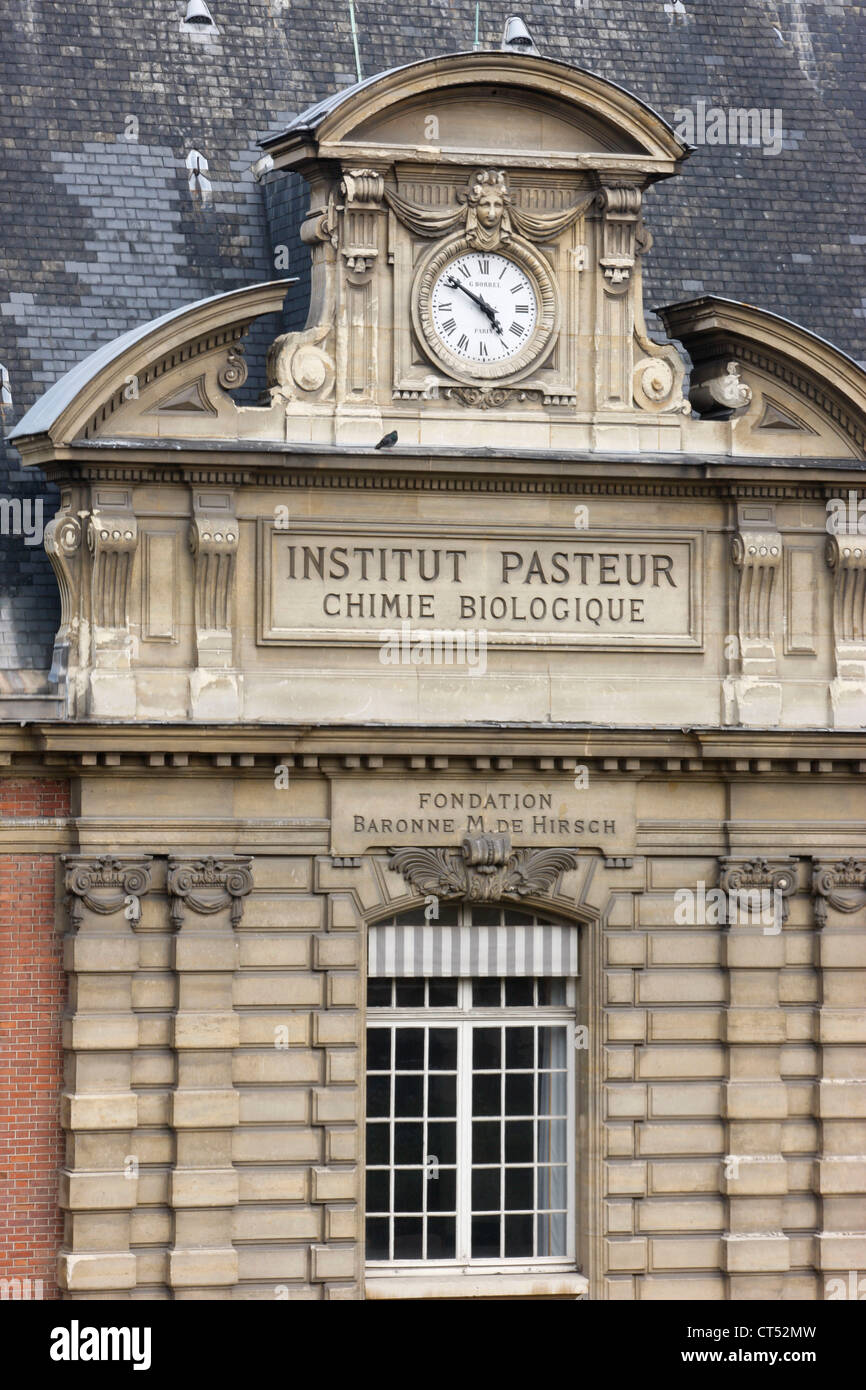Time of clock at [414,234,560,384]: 4:51
